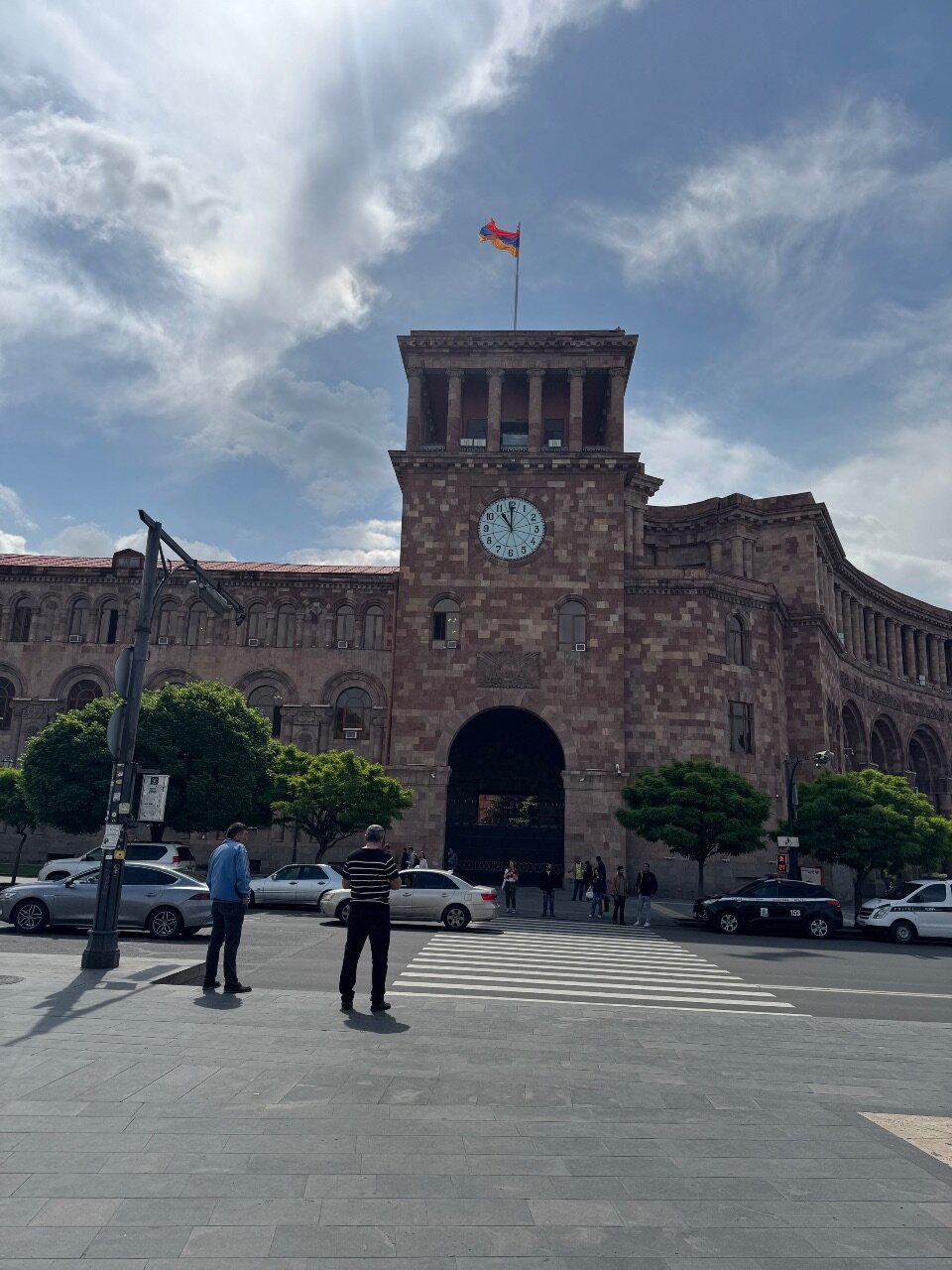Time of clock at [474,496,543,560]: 11:00
